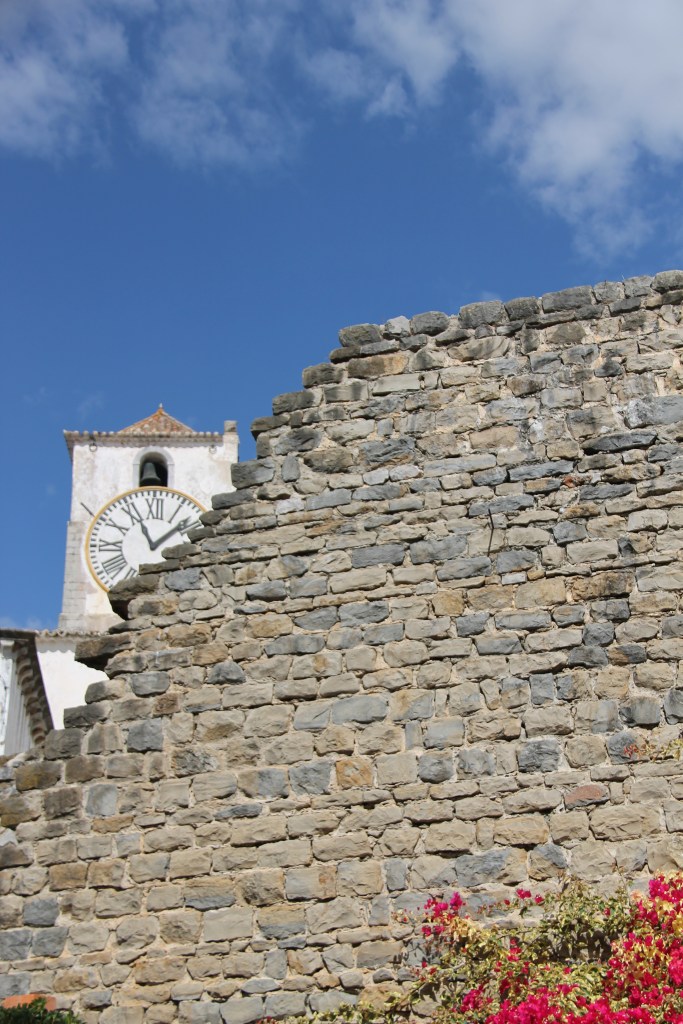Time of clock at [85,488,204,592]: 11:07
